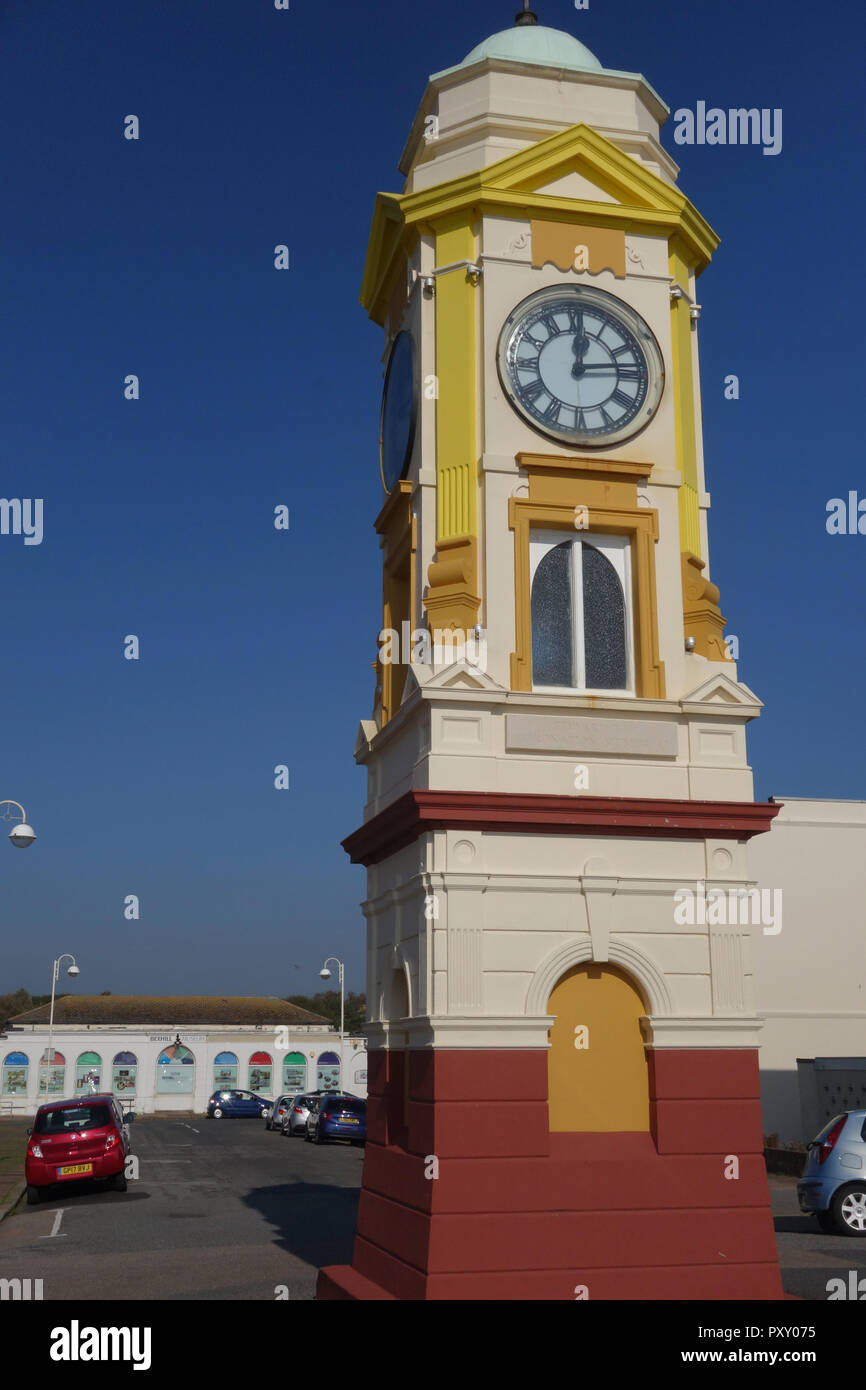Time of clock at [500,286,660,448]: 12:13
